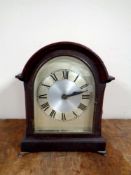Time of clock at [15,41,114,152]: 2:12
